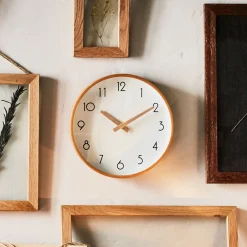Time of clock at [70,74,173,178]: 10:10
